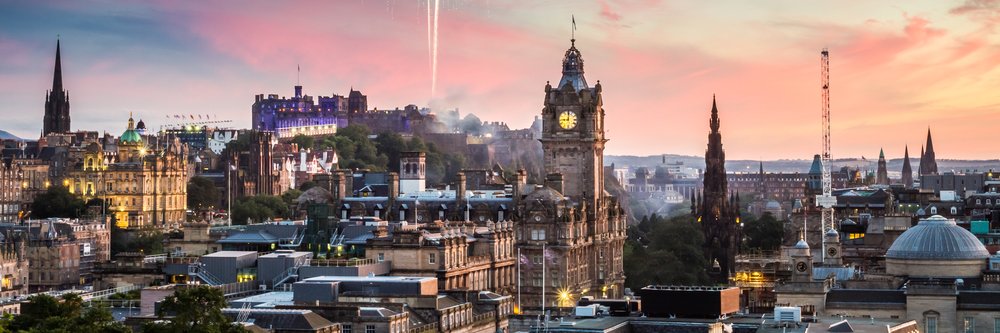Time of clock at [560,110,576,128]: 9:01
